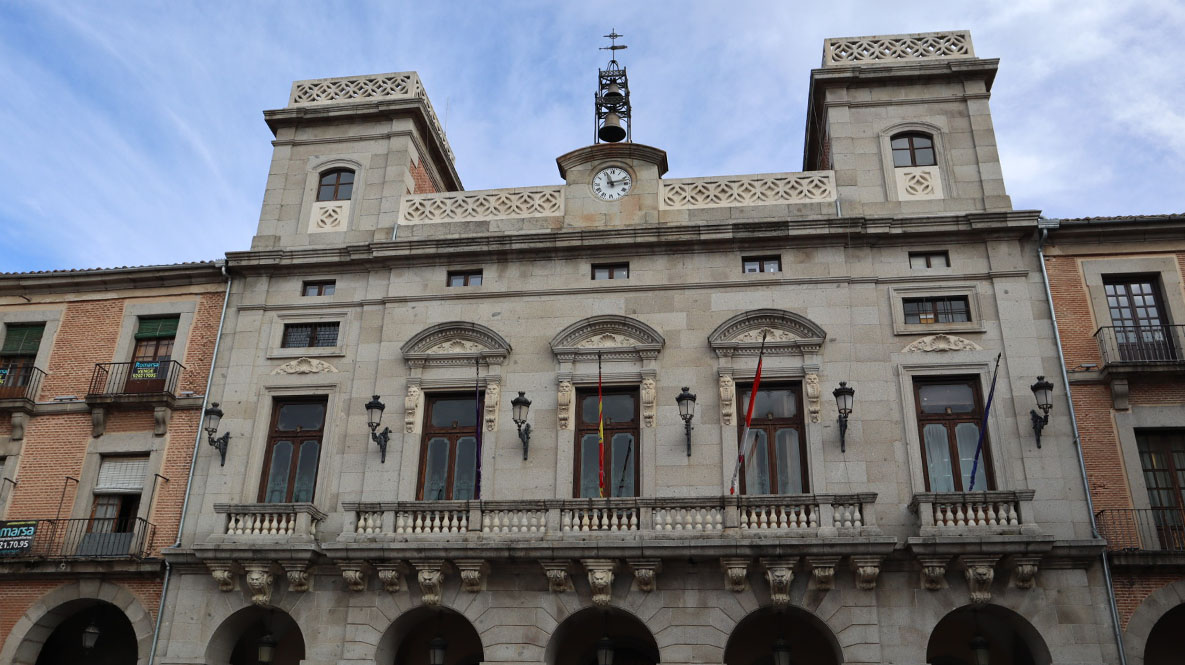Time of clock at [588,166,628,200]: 11:12
